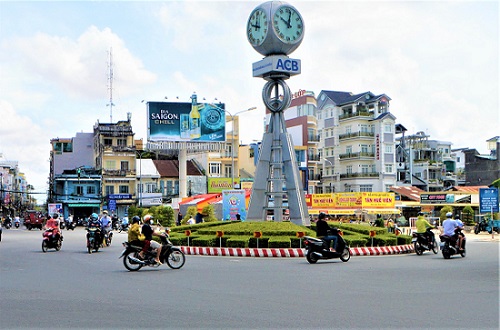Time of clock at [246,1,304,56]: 10:02
